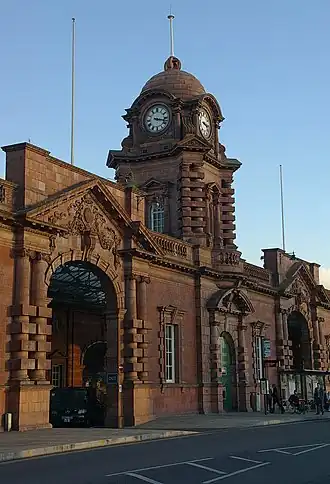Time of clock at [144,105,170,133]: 3:17
